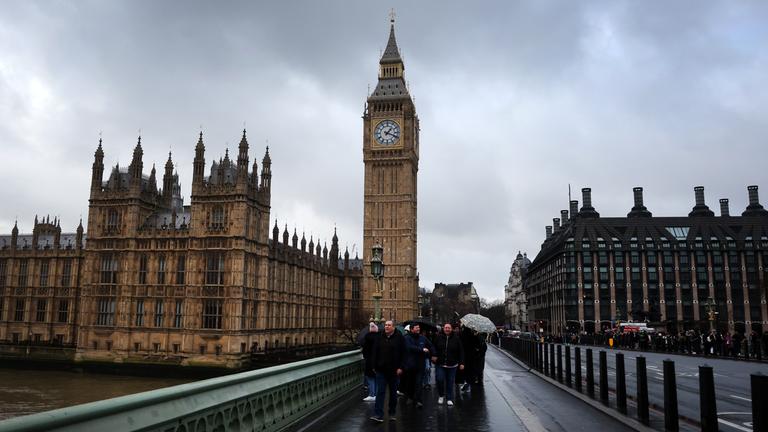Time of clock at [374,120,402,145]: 1:18
